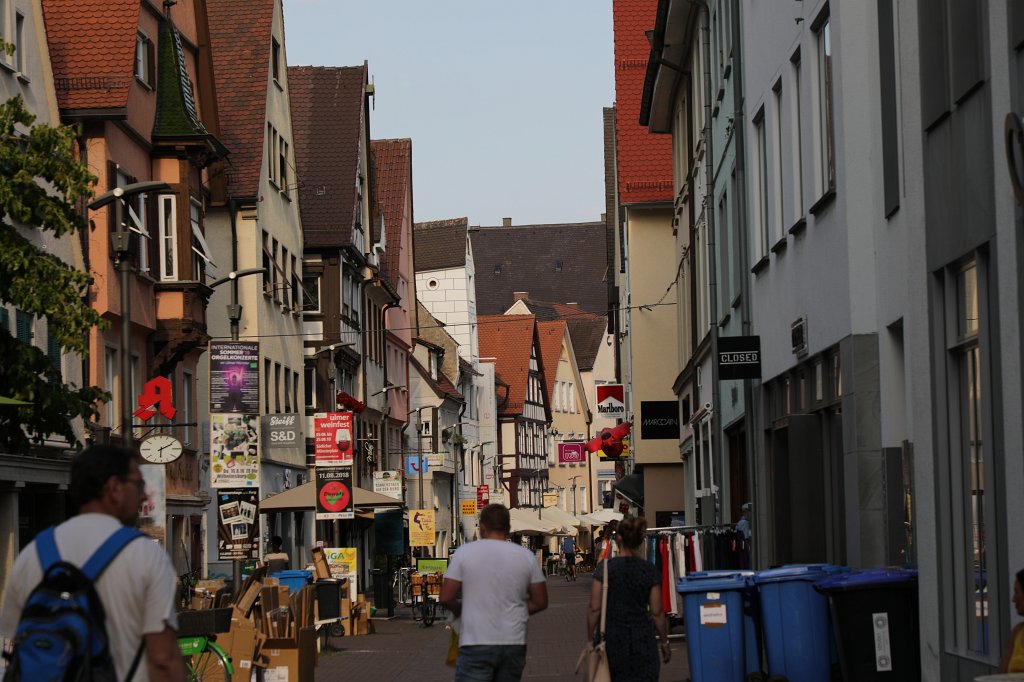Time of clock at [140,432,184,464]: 6:10
